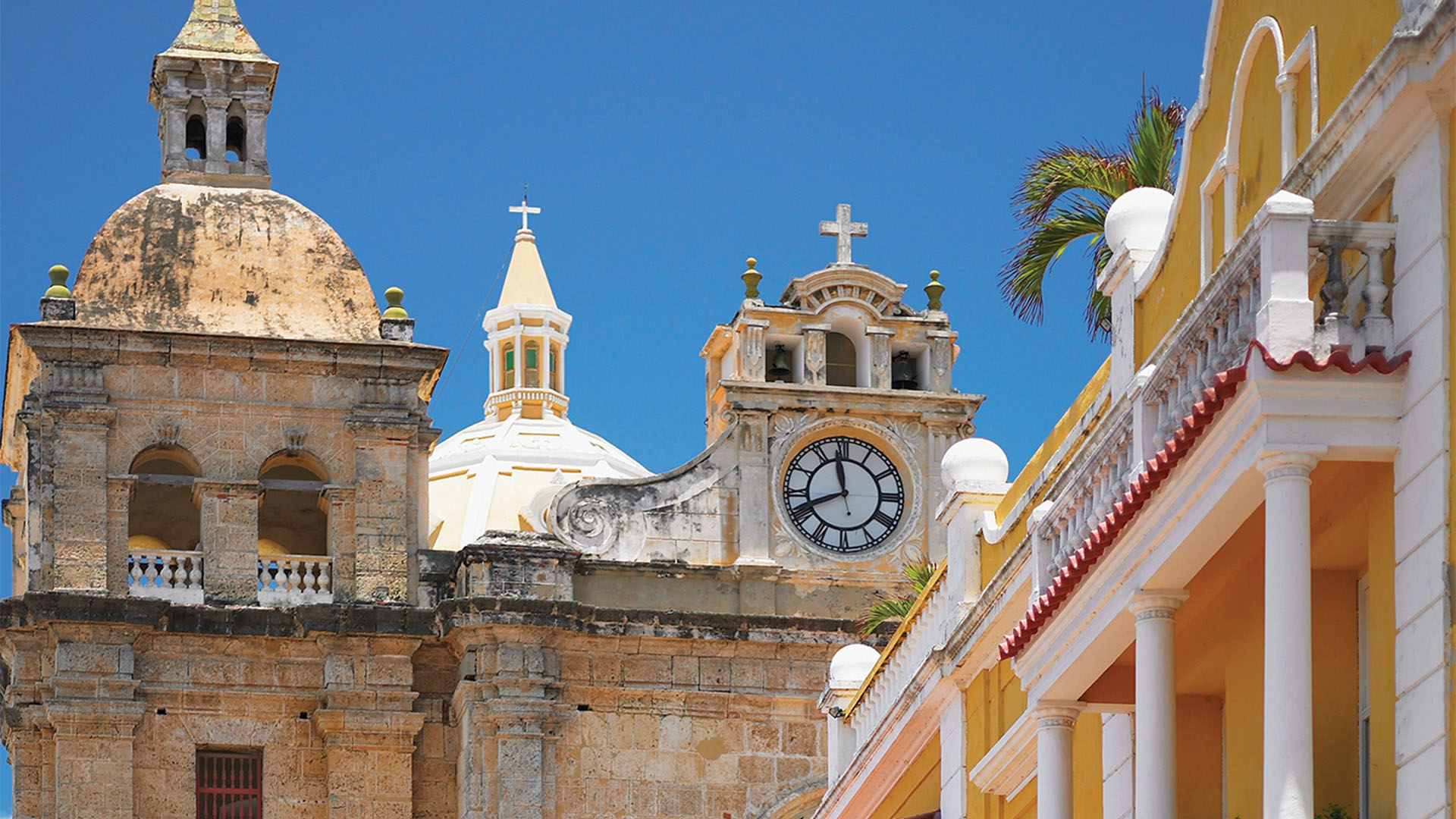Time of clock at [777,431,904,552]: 11:41
